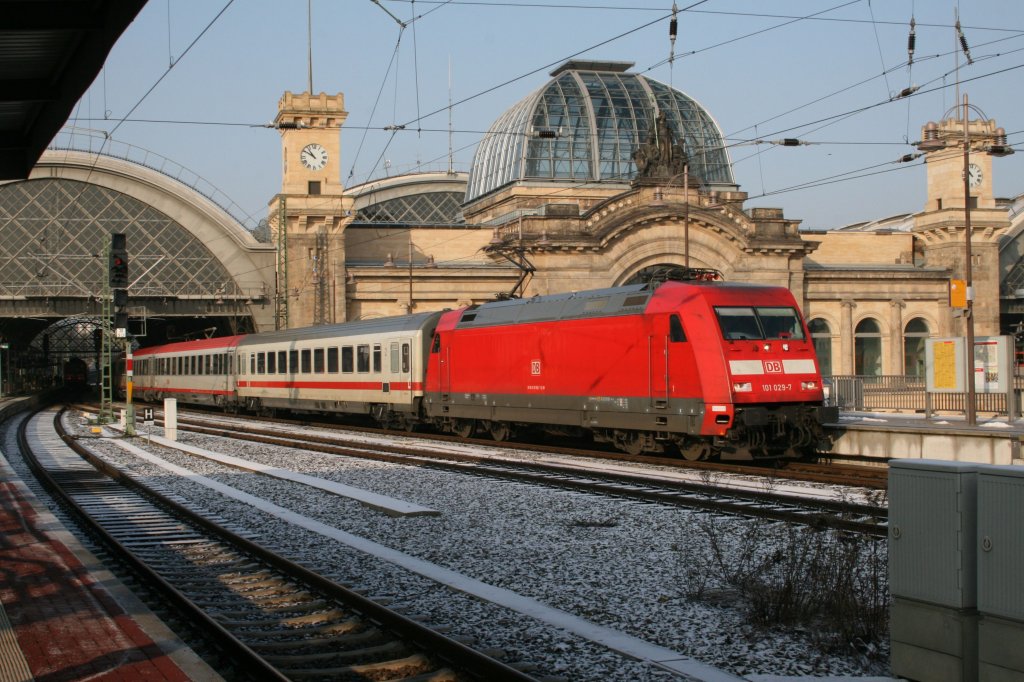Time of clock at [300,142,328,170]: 10:50
